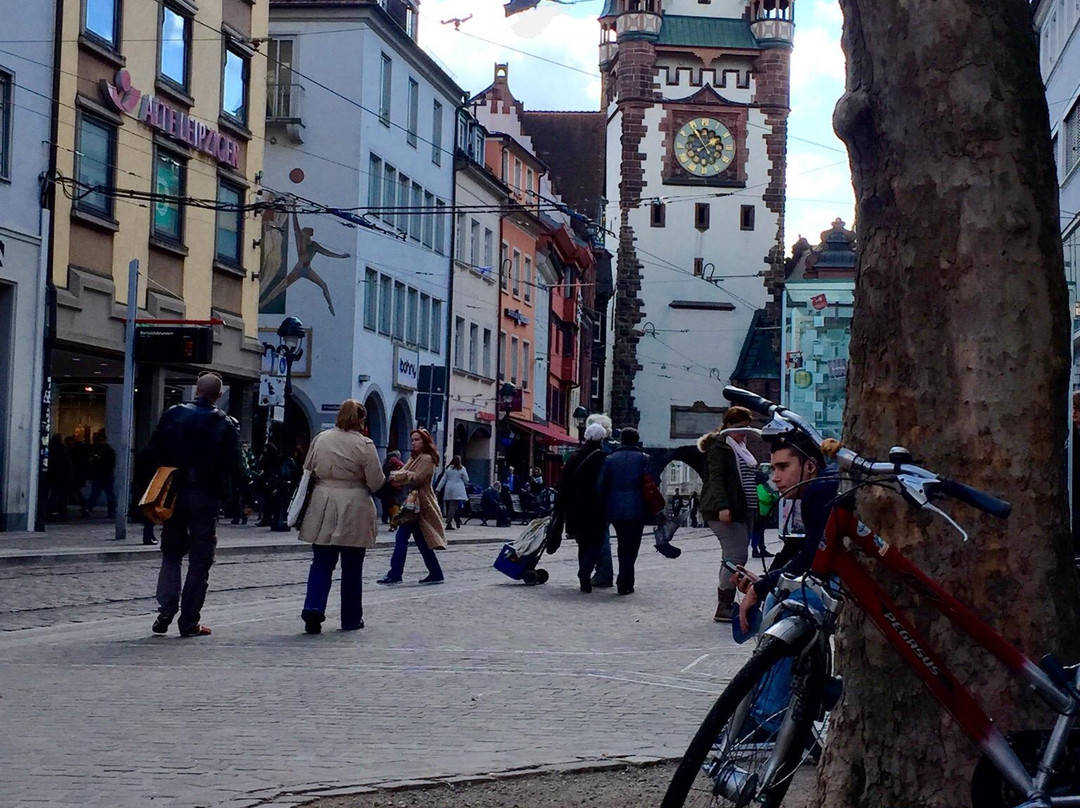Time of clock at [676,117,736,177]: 7:54
